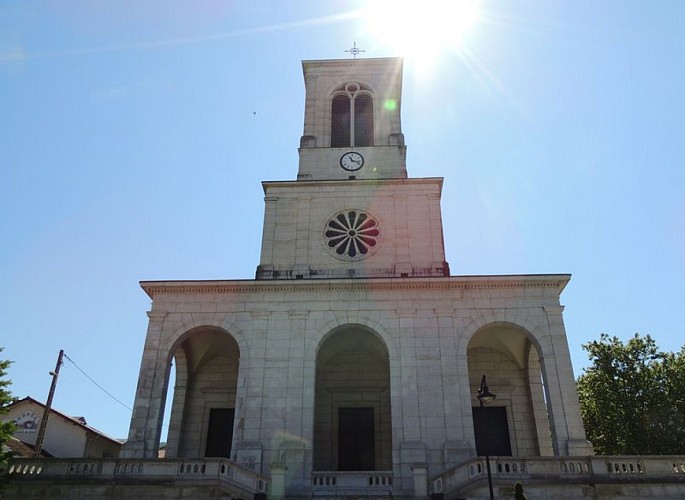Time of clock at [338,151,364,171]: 11:17
